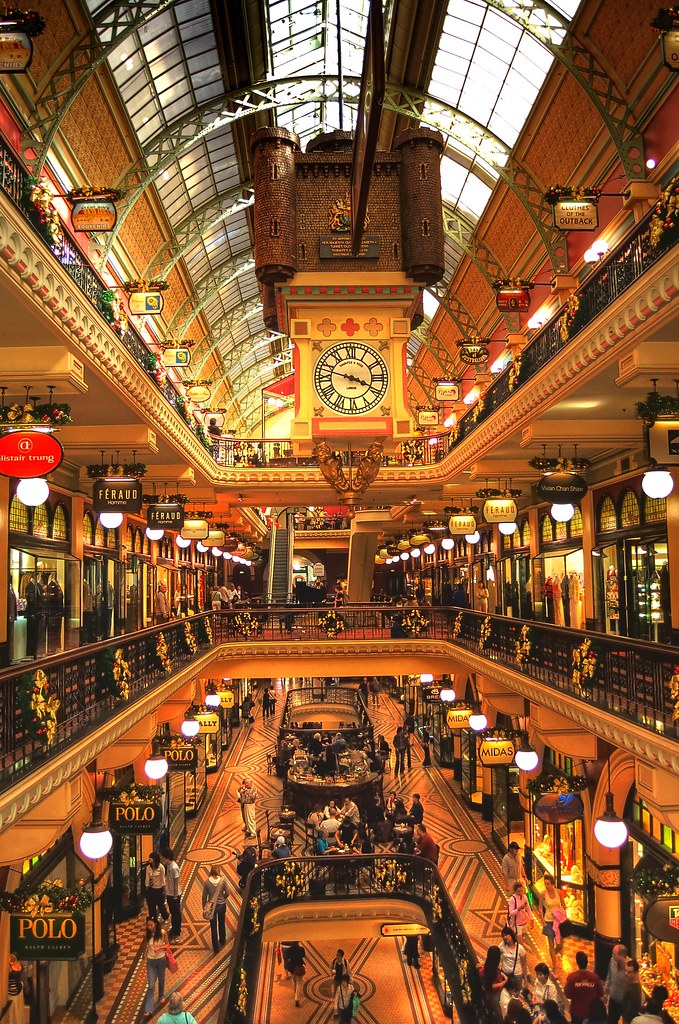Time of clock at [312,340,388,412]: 3:47
